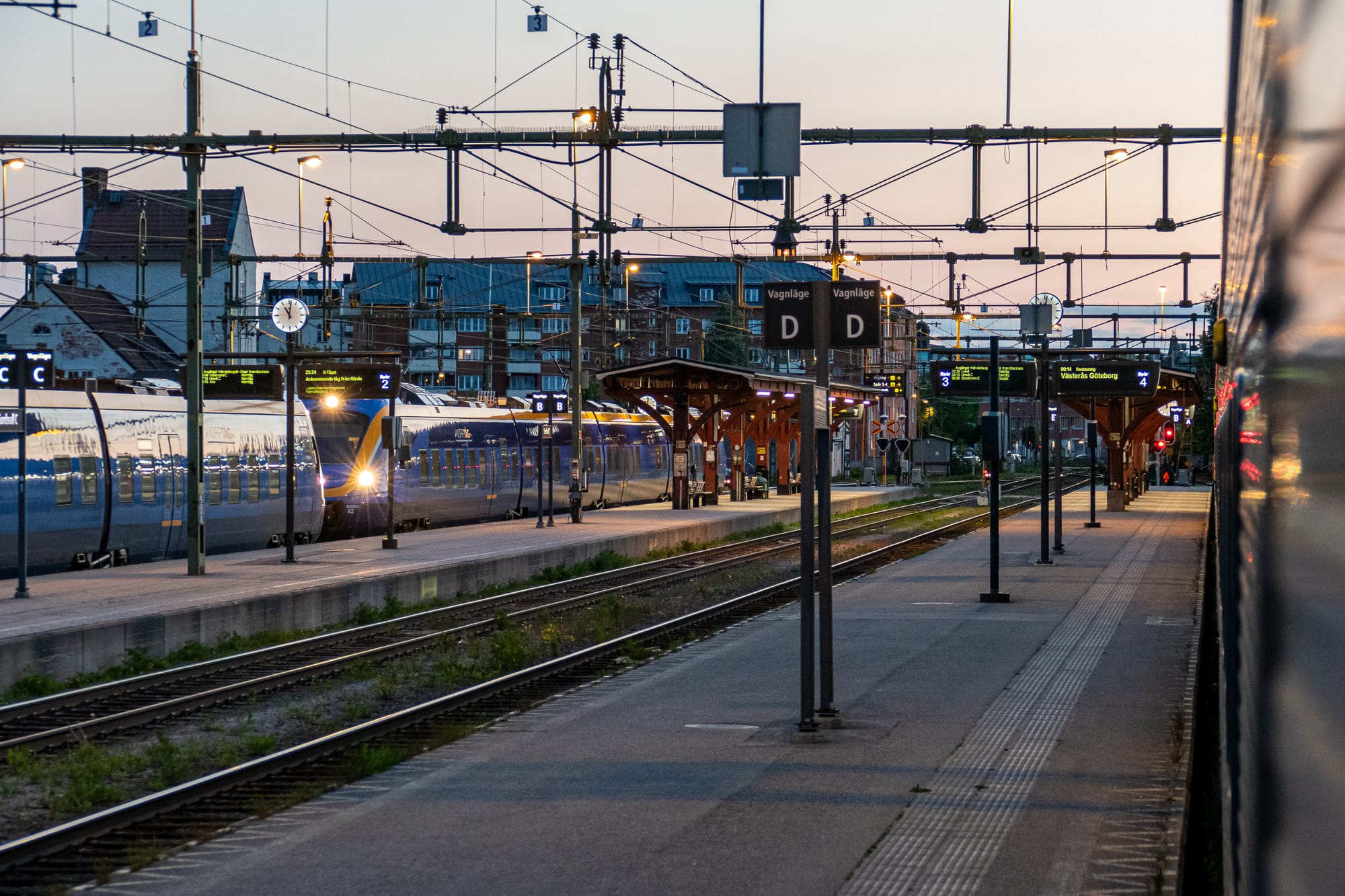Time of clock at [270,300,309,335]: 11:01
